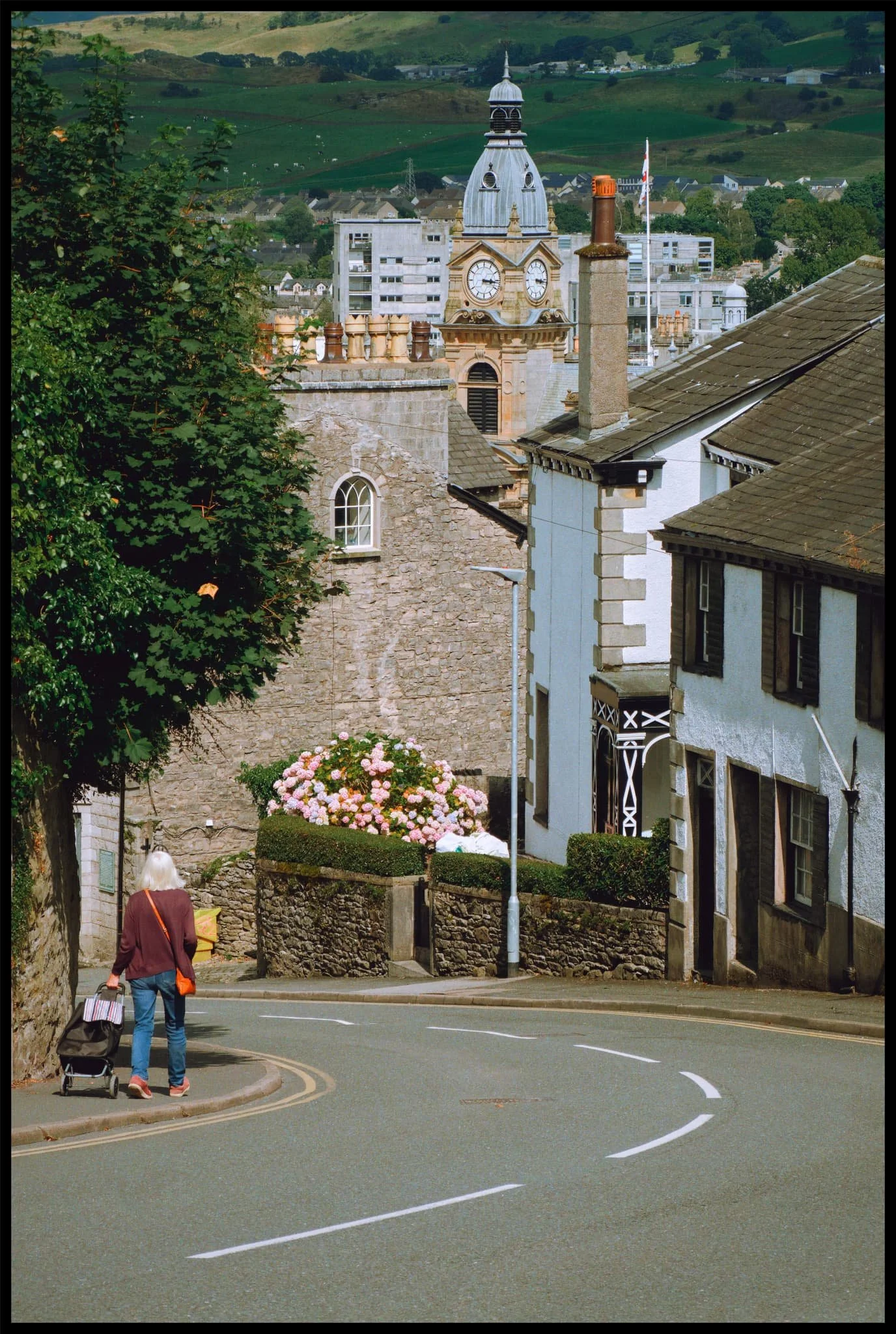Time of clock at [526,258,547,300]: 3:16
